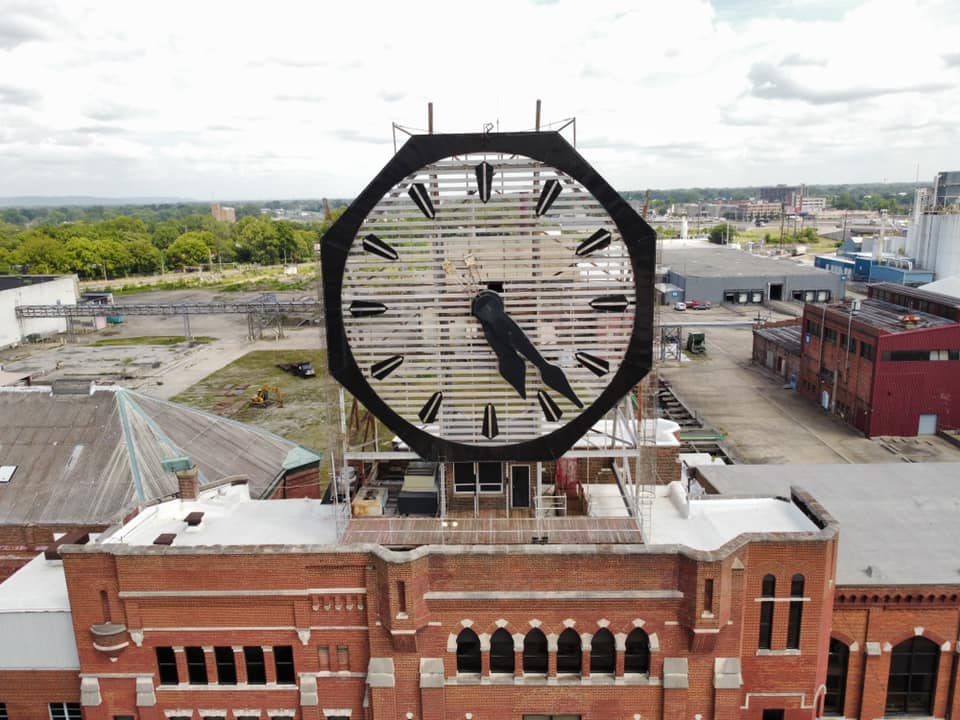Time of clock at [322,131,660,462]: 5:23
